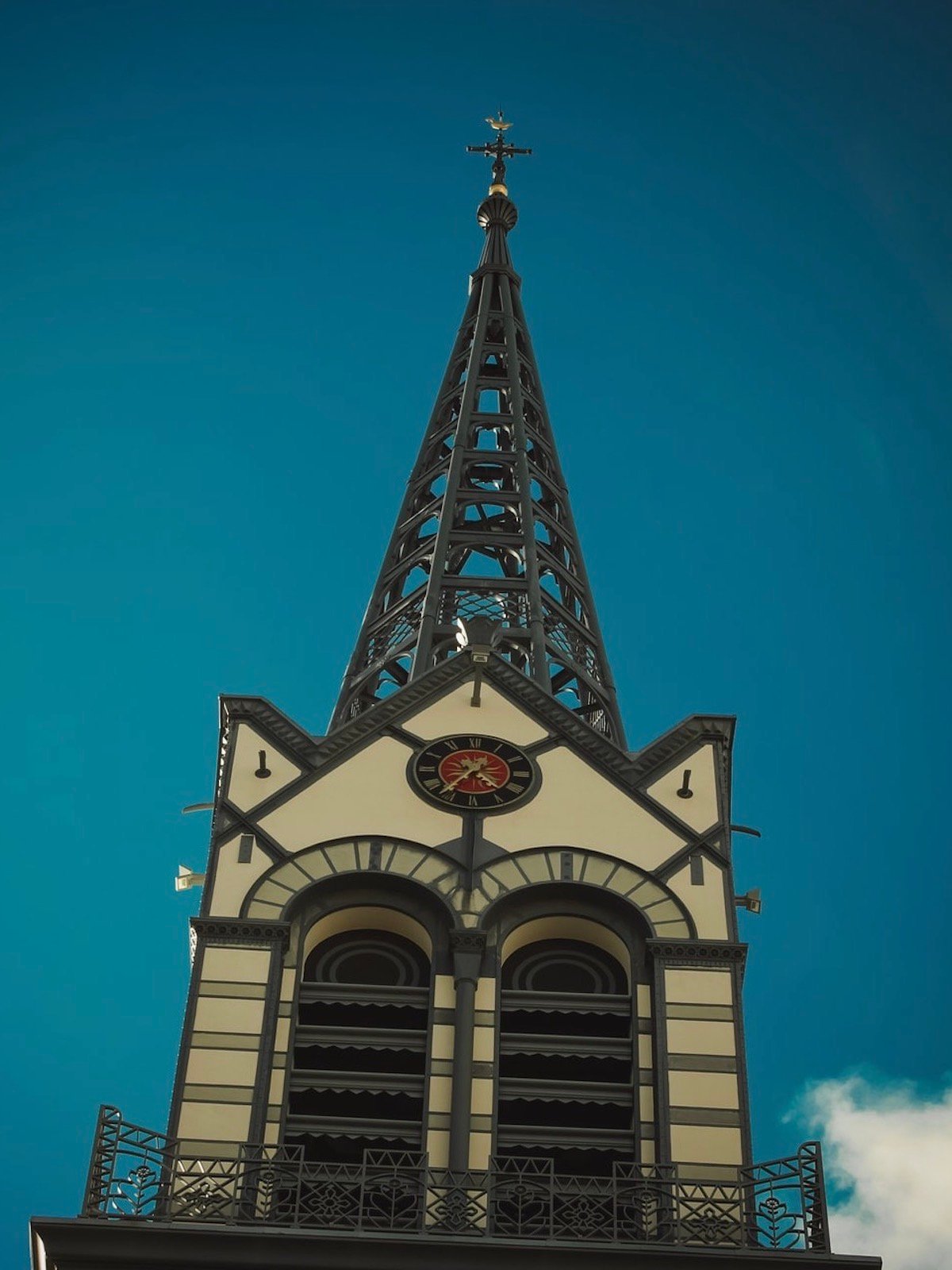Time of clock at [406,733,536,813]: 4:36
